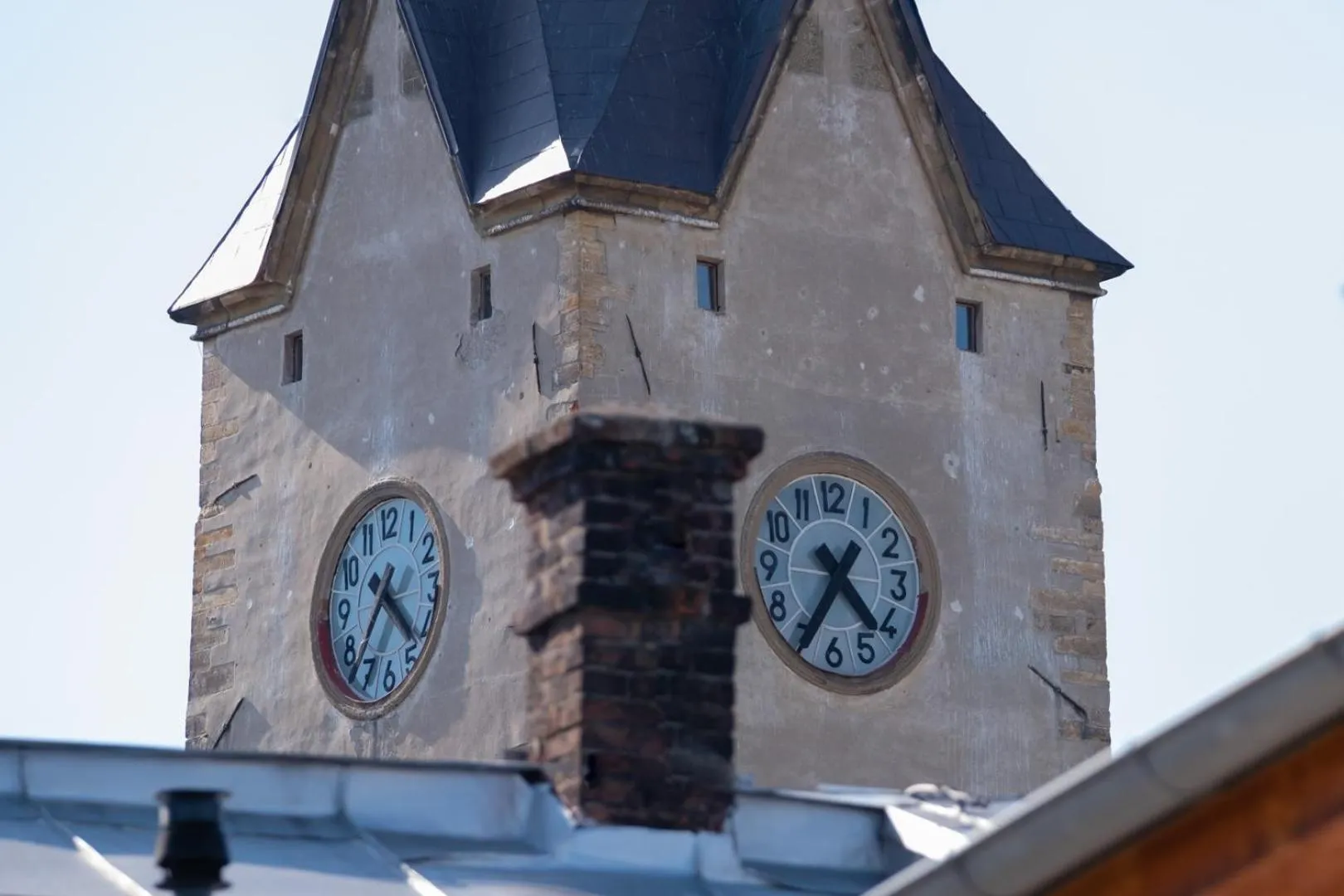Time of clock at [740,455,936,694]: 4:35
